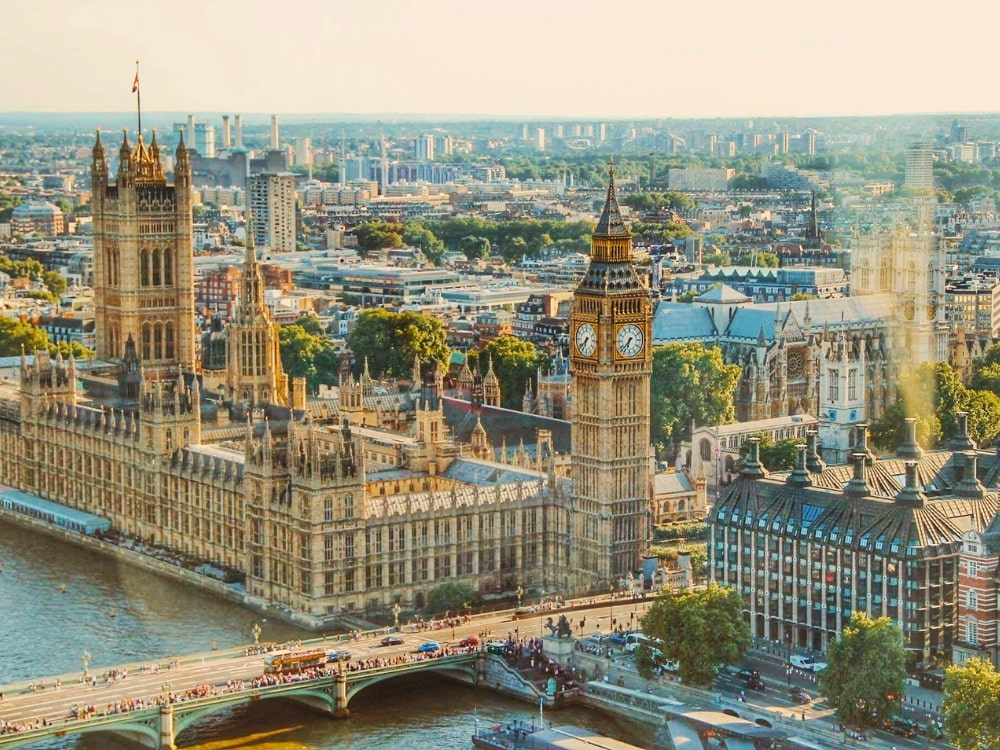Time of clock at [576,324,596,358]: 6:38
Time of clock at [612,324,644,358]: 6:37
